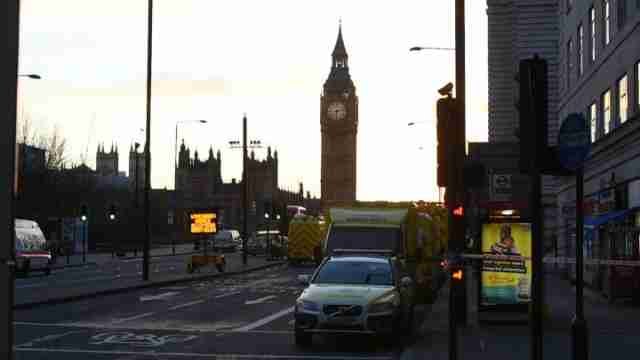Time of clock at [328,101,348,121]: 6:13
